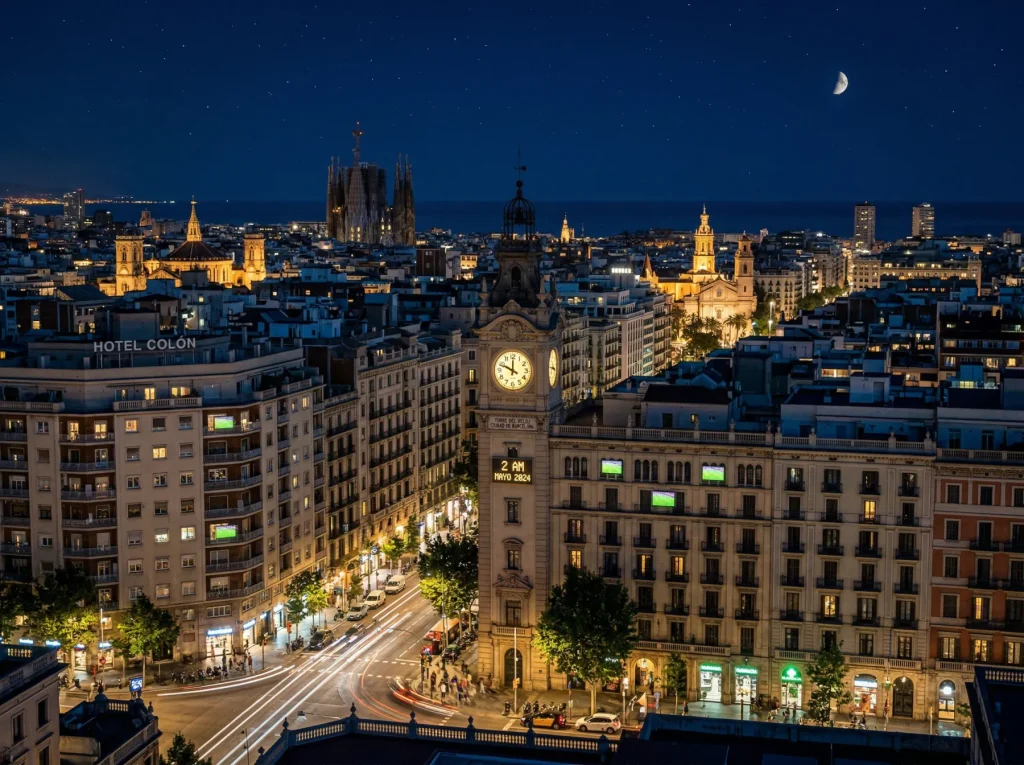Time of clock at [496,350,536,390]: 11:48
